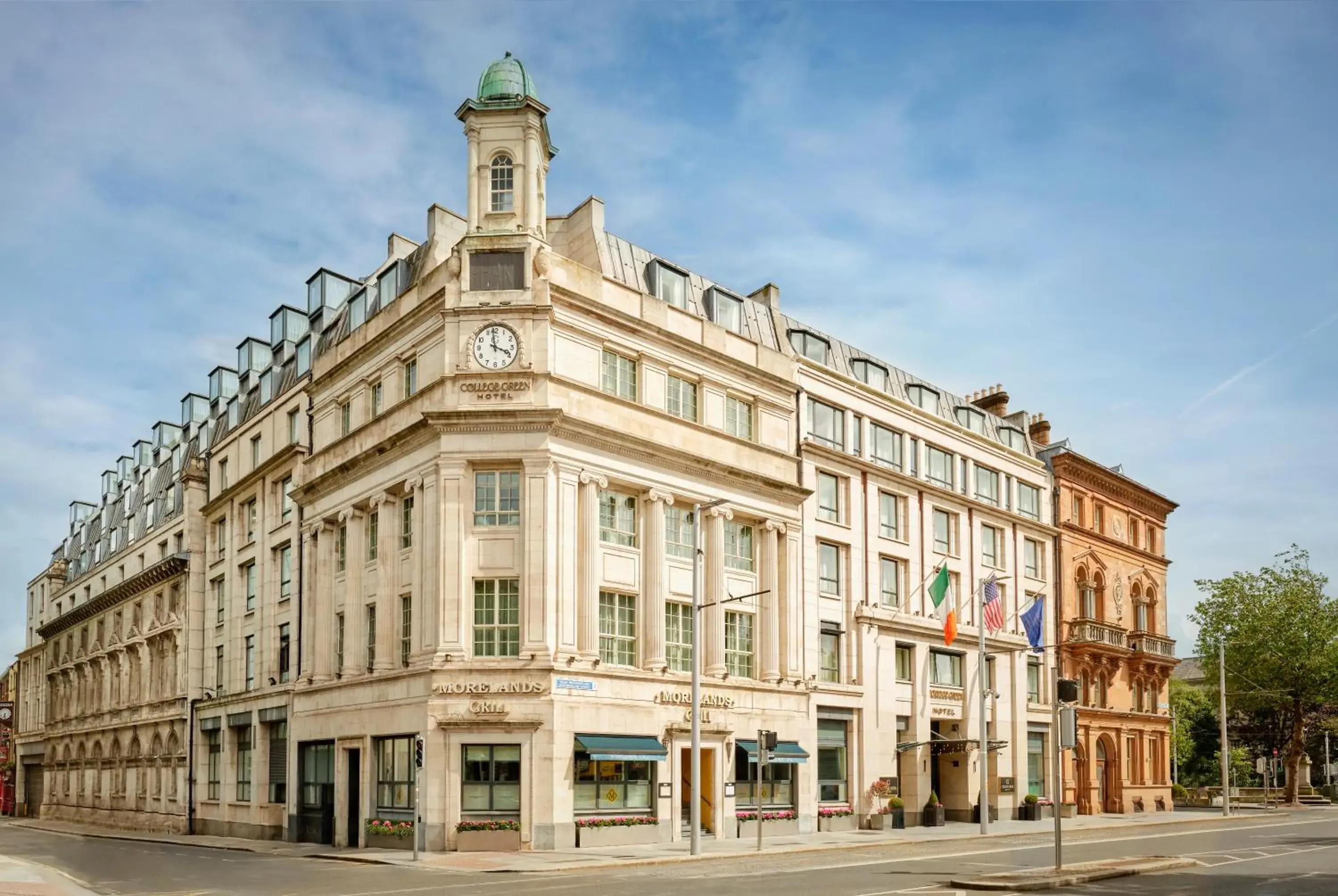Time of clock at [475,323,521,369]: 3:58
